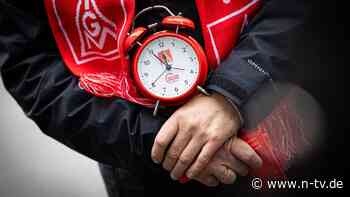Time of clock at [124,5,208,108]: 11:55
